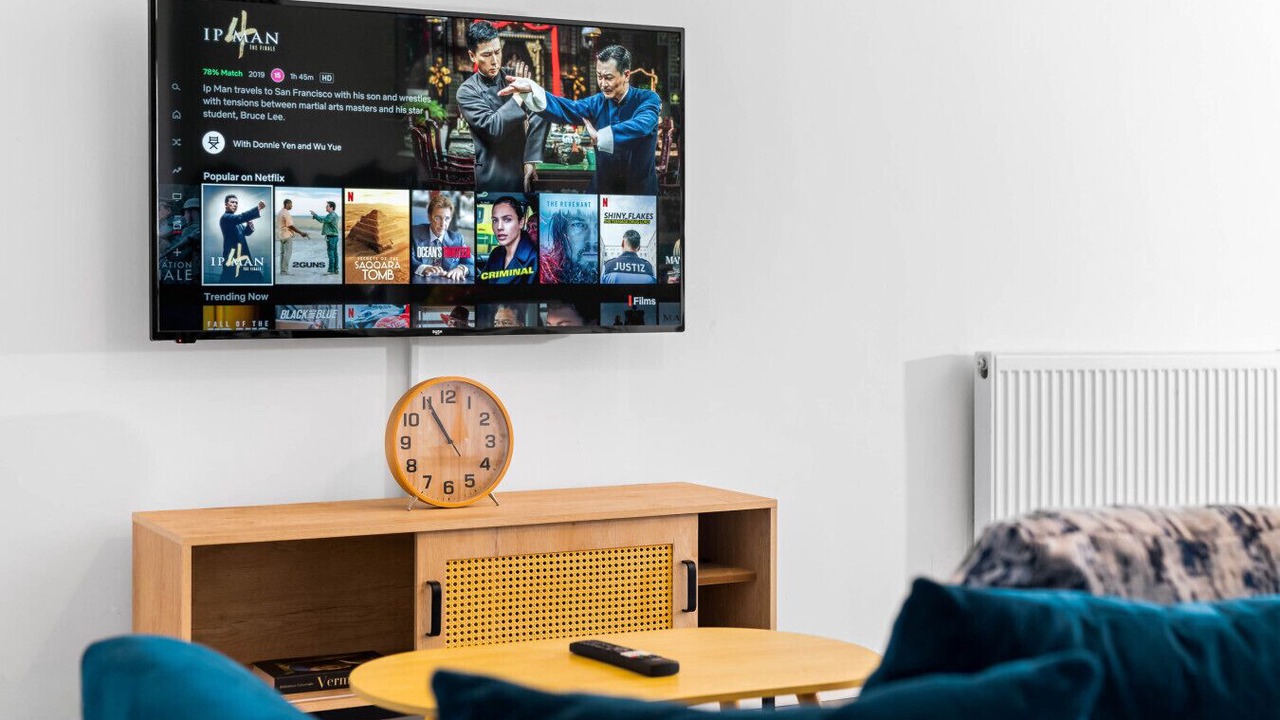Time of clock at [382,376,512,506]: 10:55
